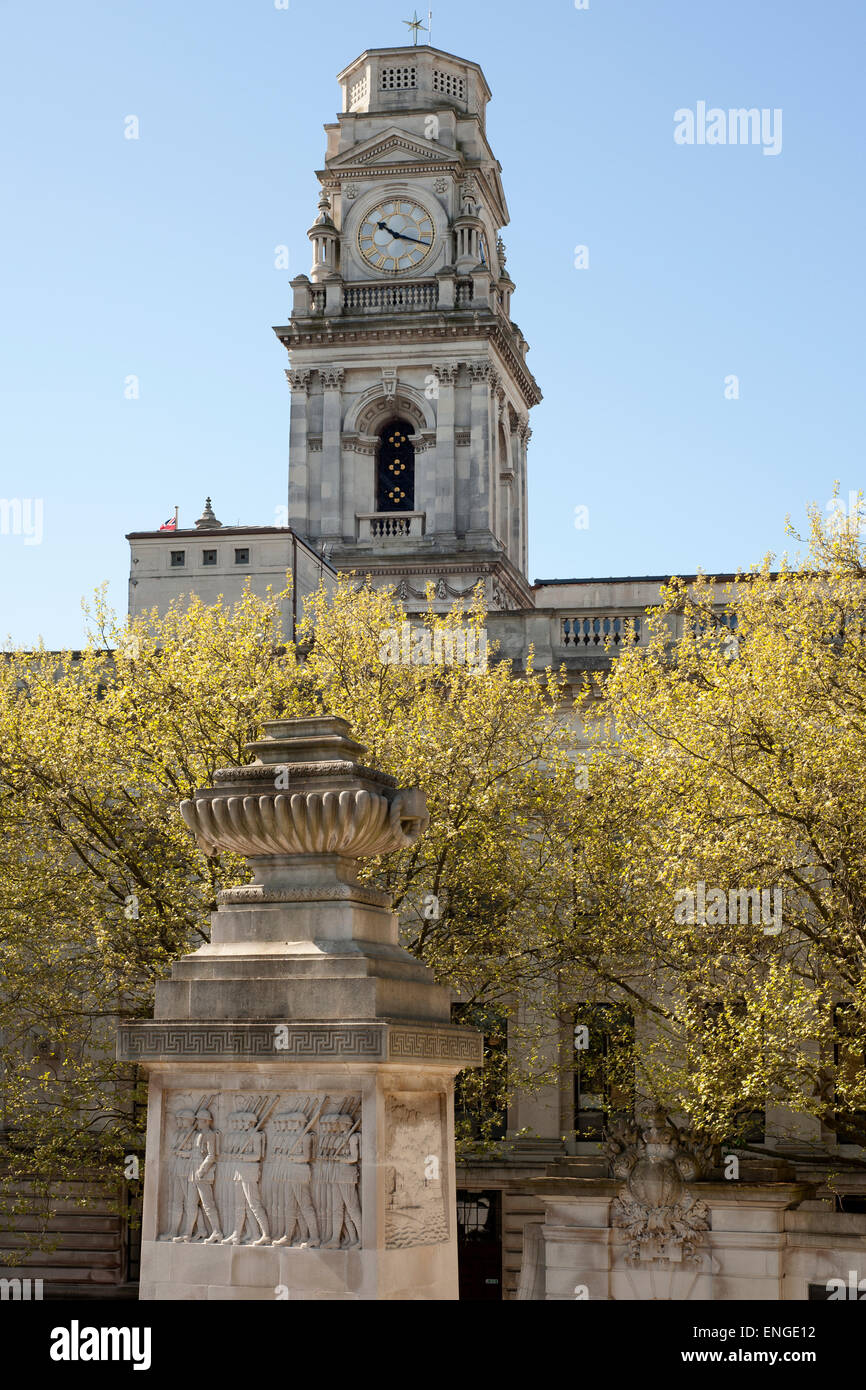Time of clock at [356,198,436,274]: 10:17
